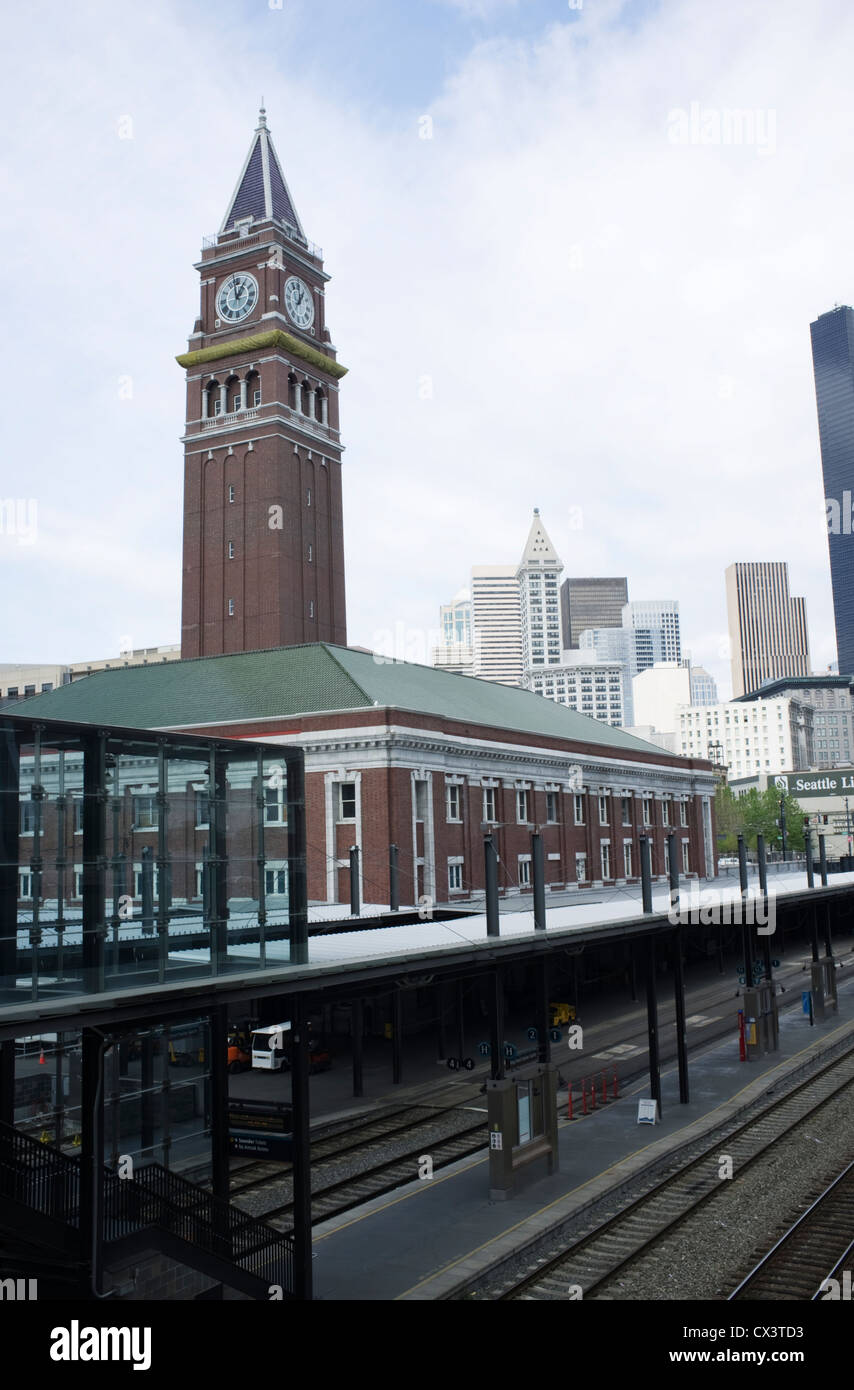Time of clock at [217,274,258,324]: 12:58
